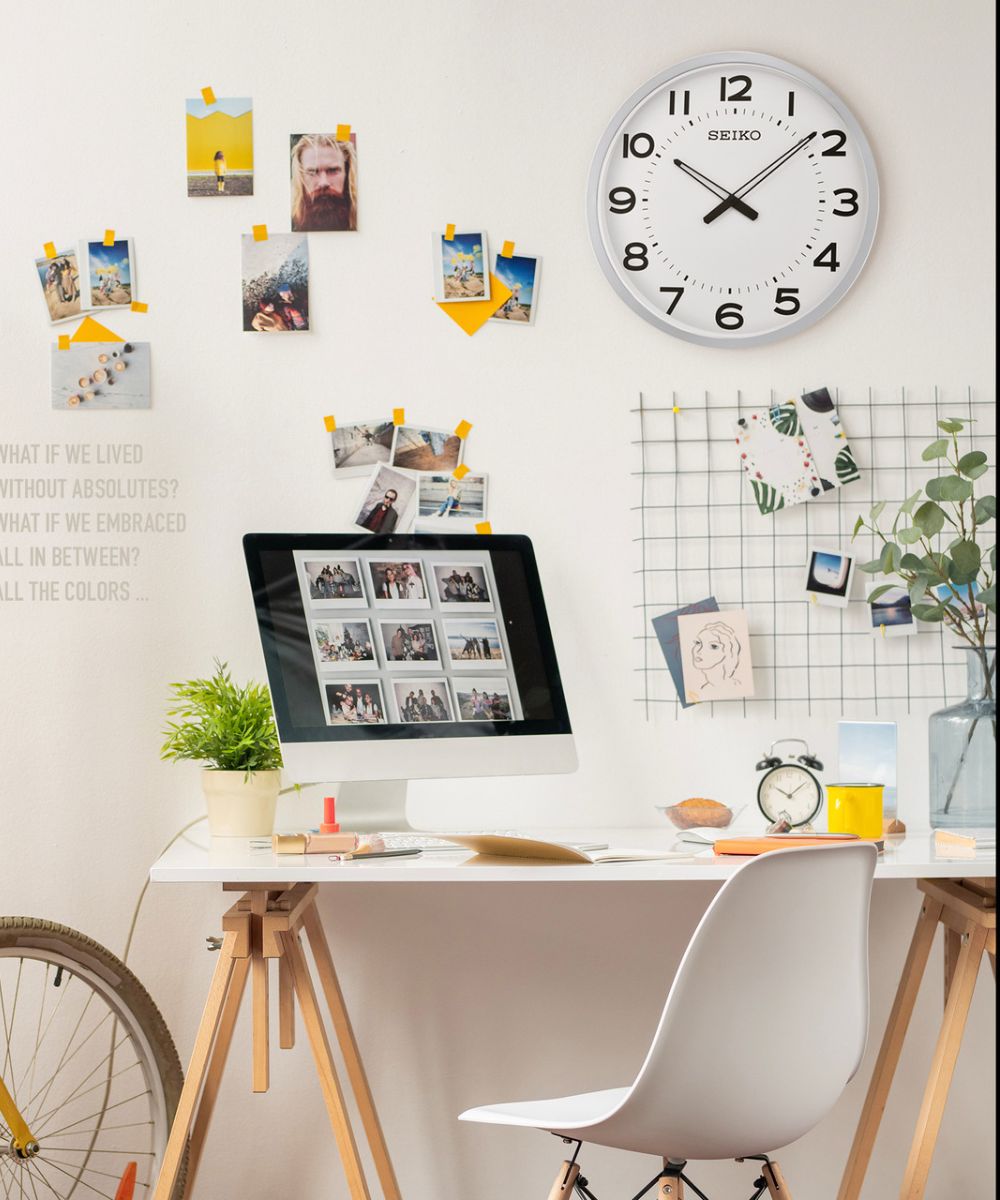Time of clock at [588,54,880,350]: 10:08
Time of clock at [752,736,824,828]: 10:09
